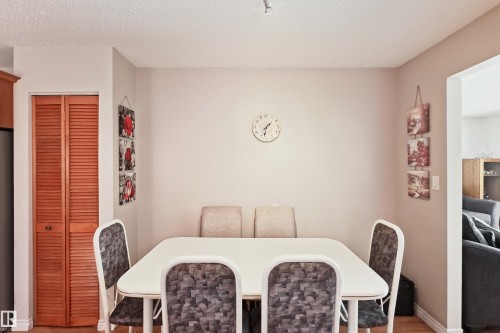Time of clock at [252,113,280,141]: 1:32
